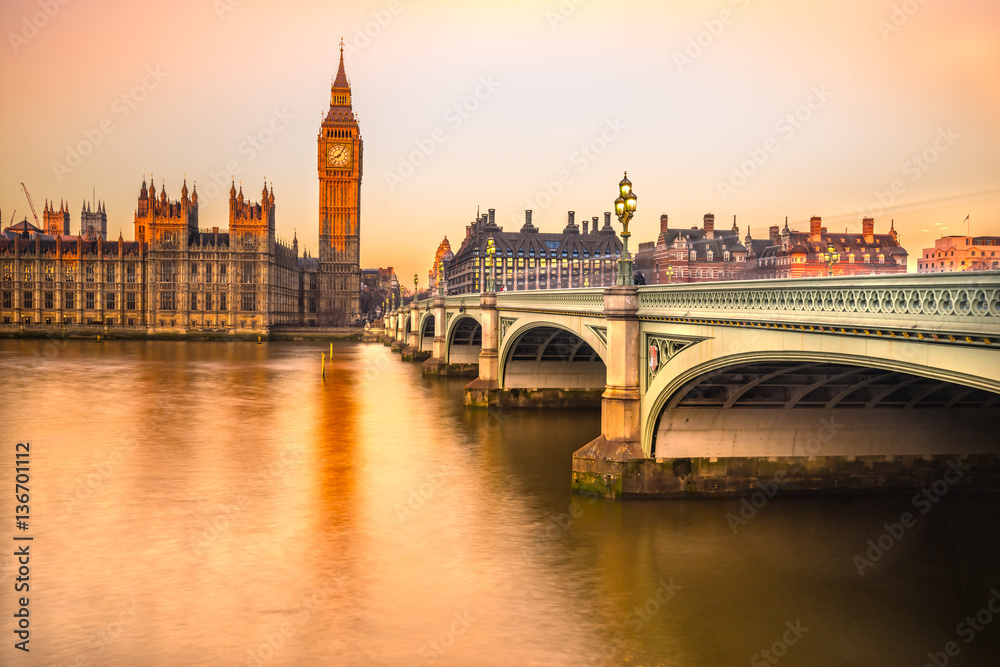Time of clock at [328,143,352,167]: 8:06
